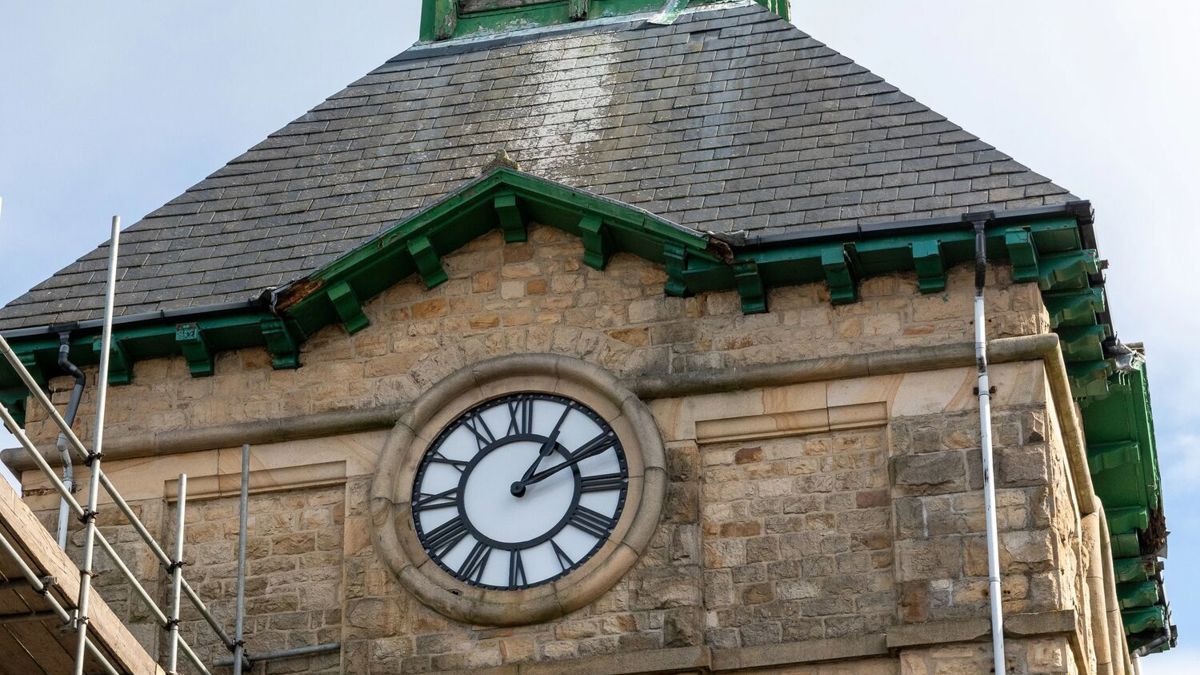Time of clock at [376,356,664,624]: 1:10
